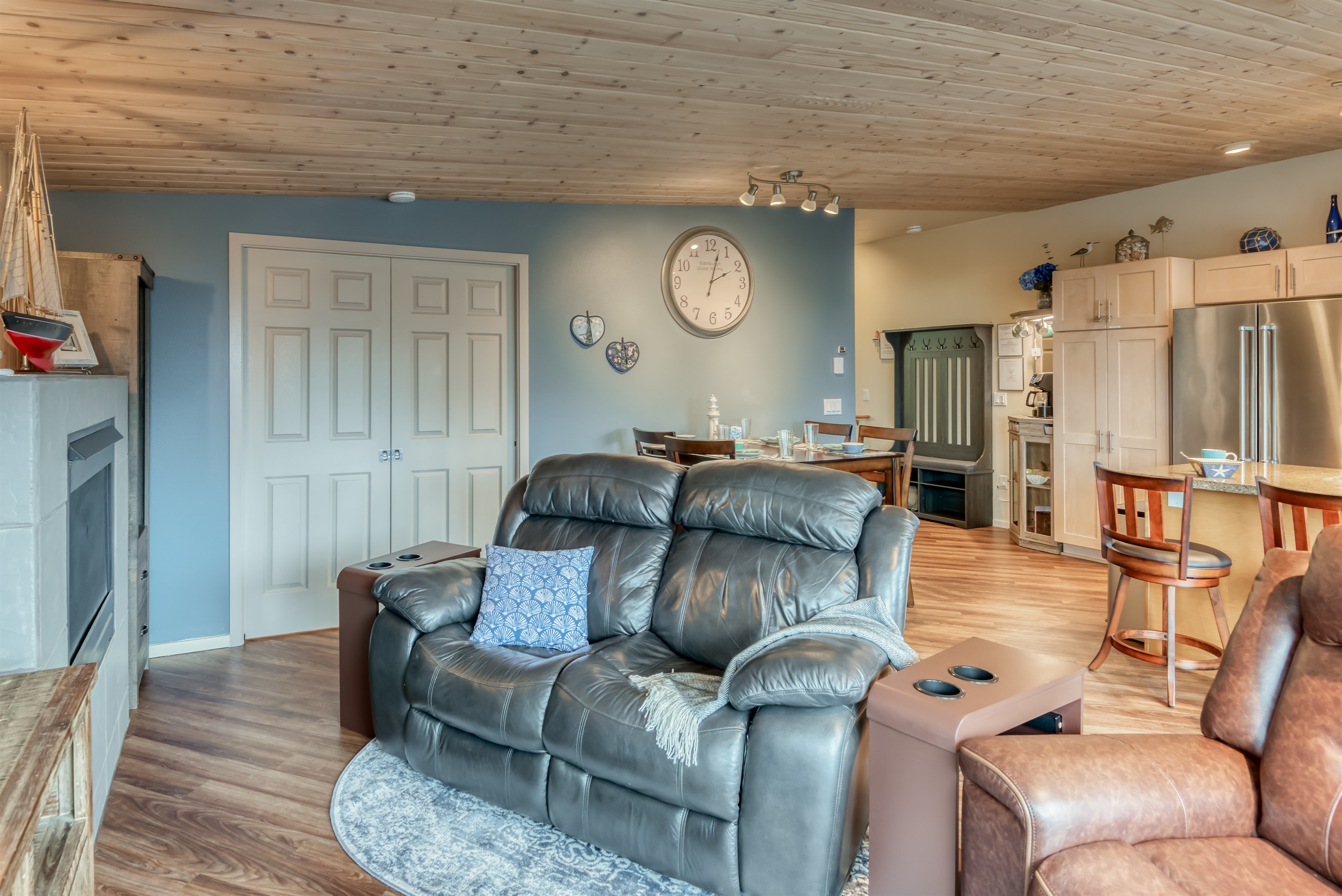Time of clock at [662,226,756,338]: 2:02
